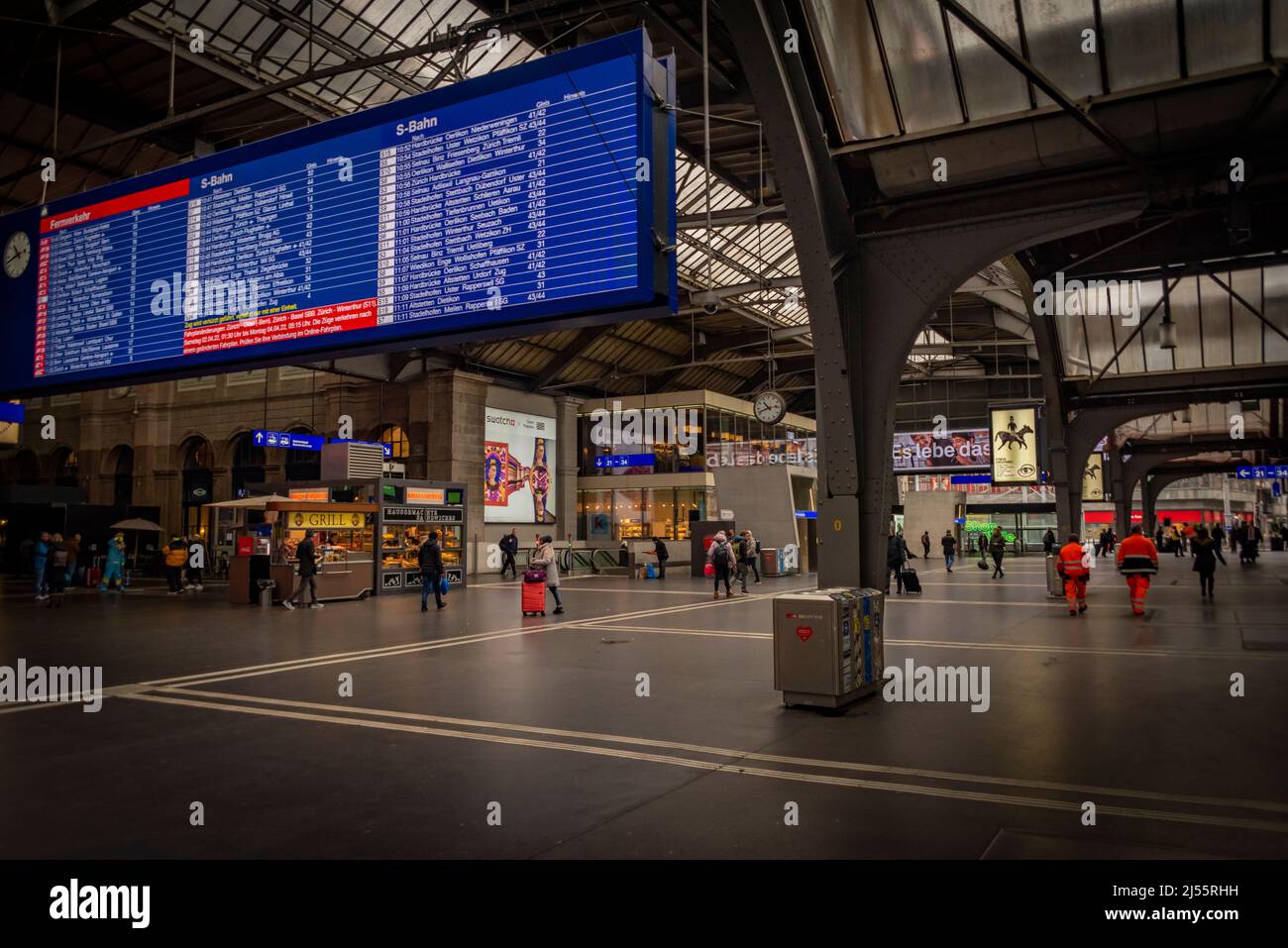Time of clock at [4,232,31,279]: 10:41
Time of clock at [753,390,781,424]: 10:41
